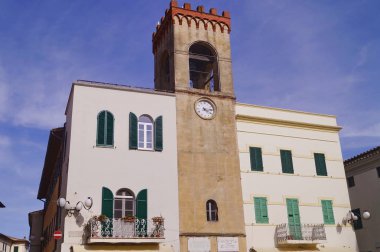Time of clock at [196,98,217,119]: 4:13
